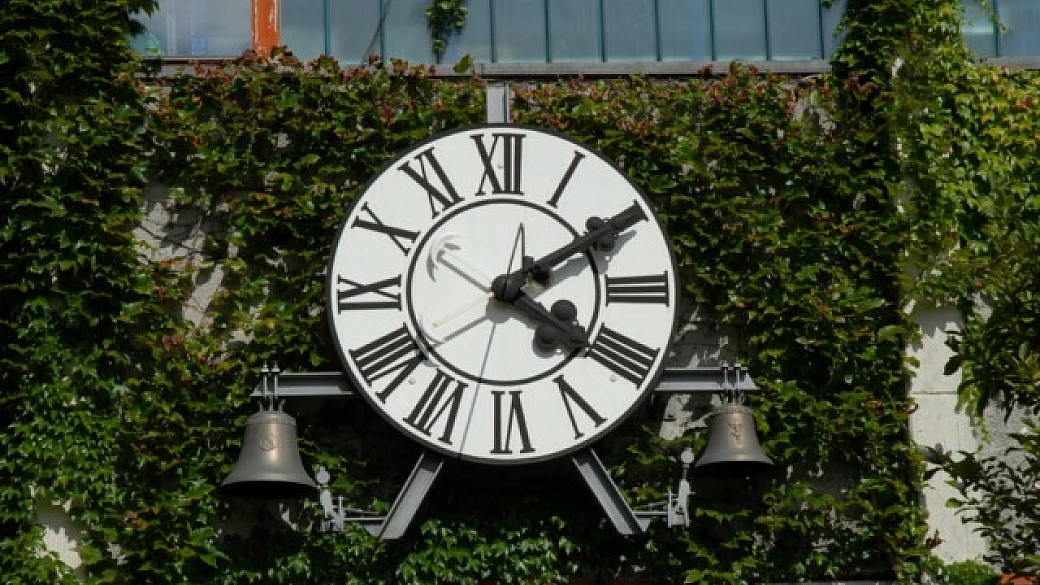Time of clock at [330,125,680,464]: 4:09
